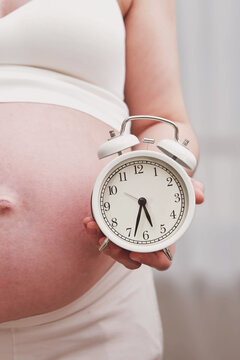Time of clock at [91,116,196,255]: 5:33
